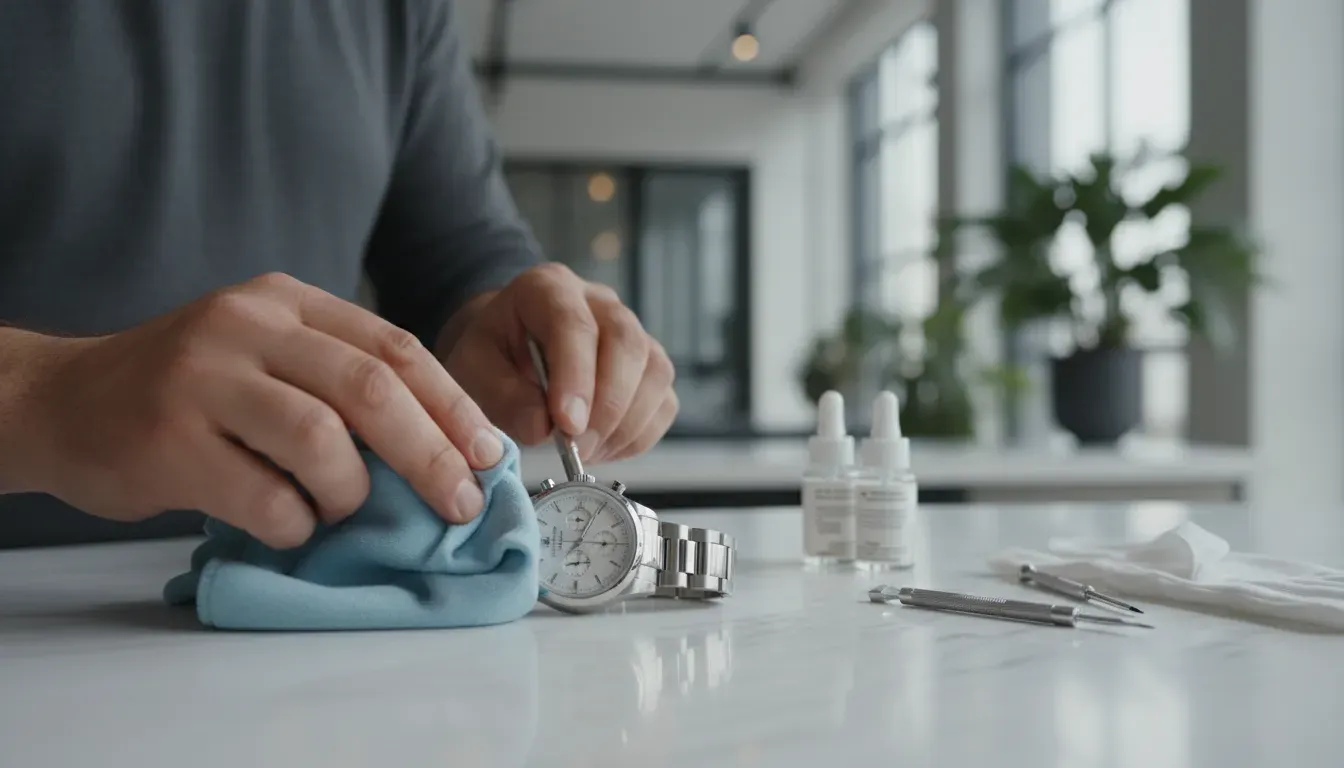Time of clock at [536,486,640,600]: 3:04
